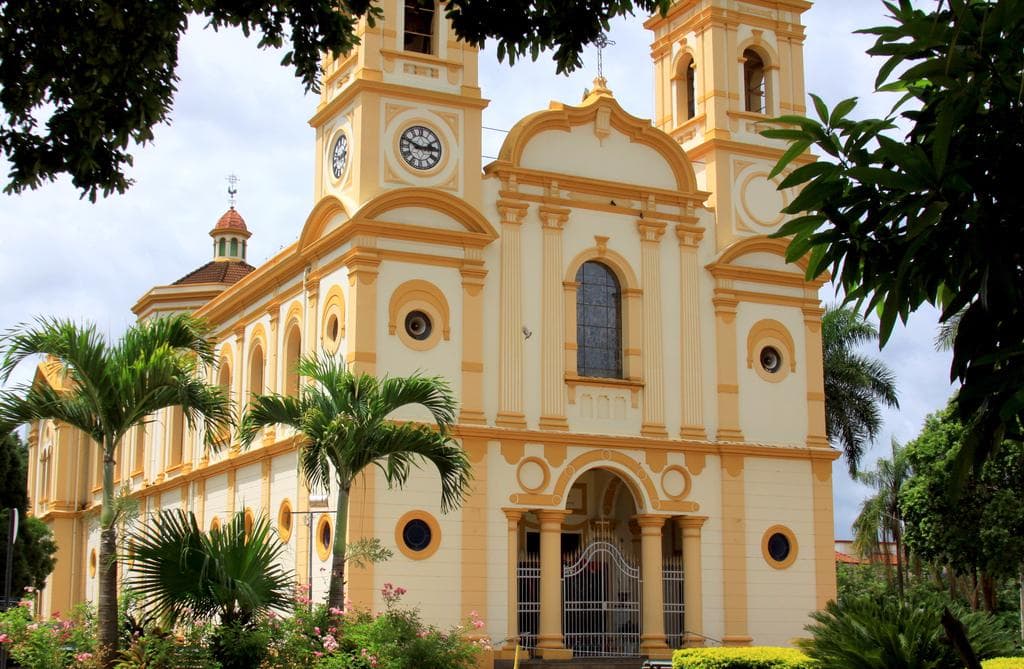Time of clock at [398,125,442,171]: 2:48
